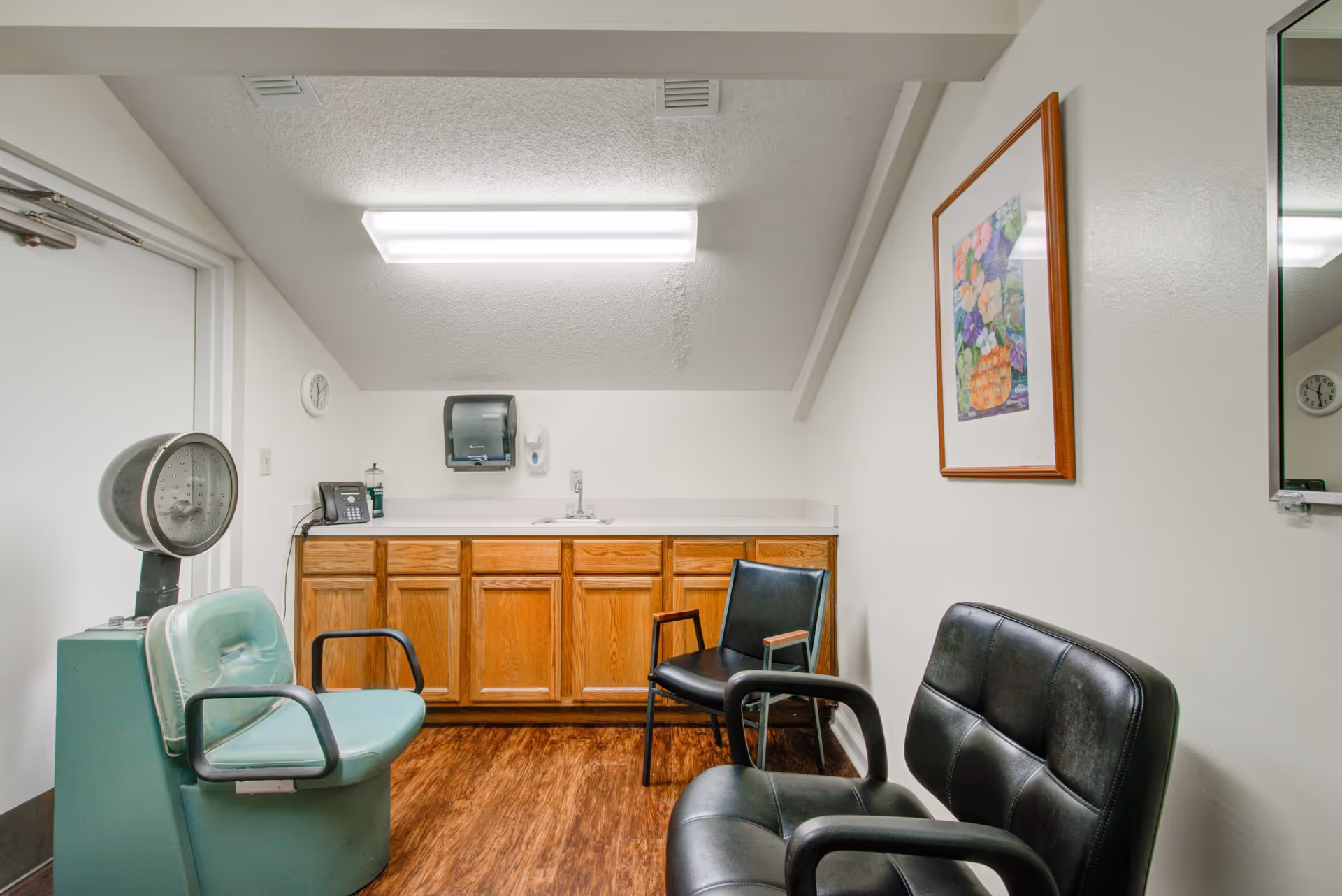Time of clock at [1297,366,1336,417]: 12:28
